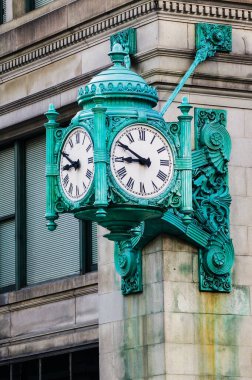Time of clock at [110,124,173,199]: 8:50
